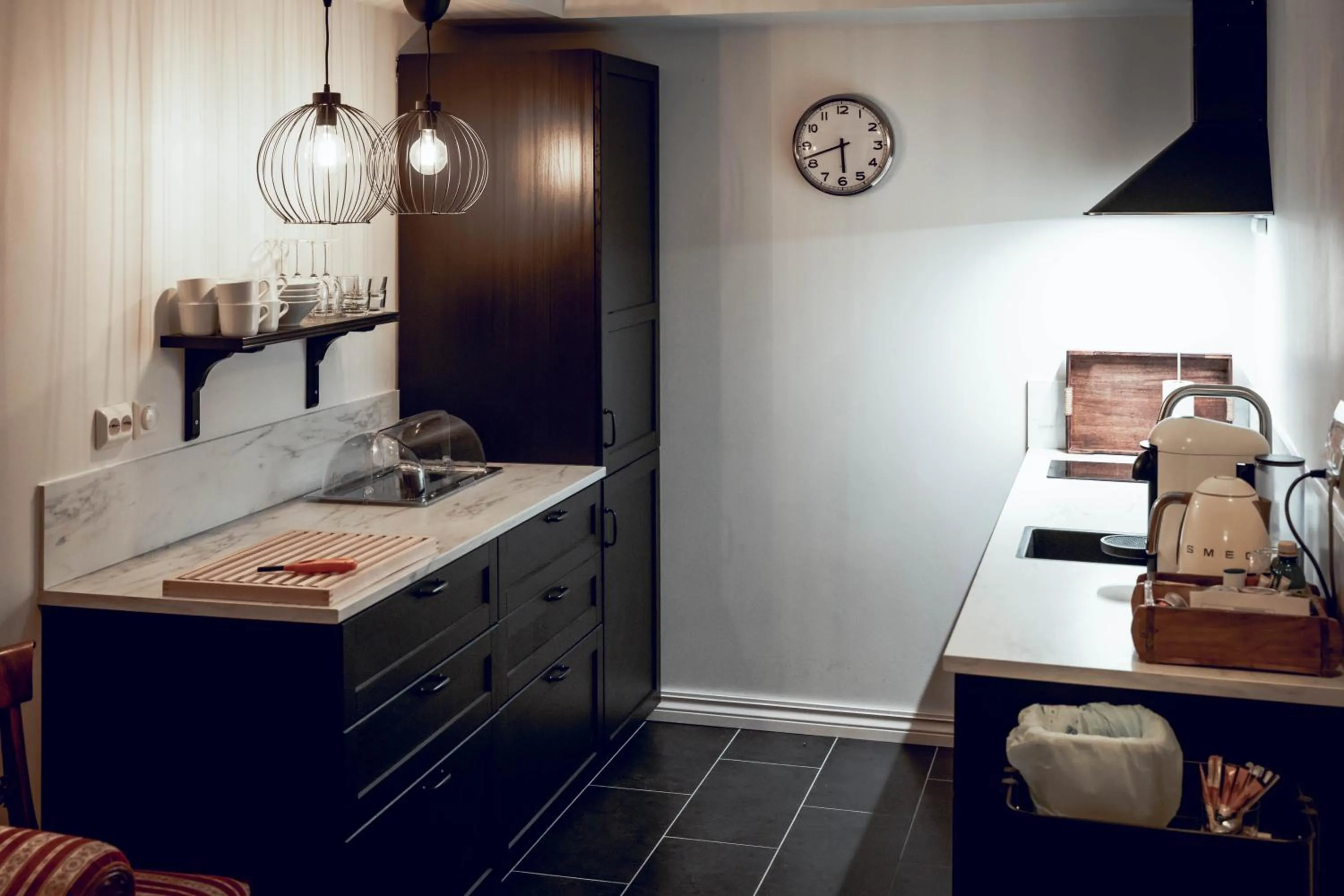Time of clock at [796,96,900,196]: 5:42
